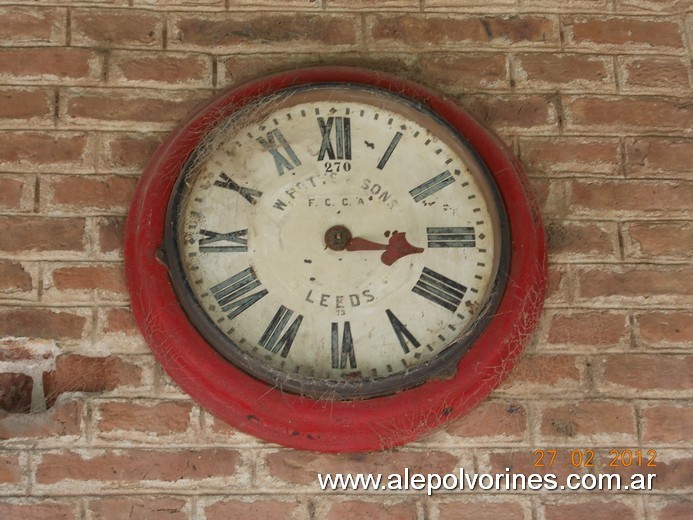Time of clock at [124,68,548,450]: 3:16
